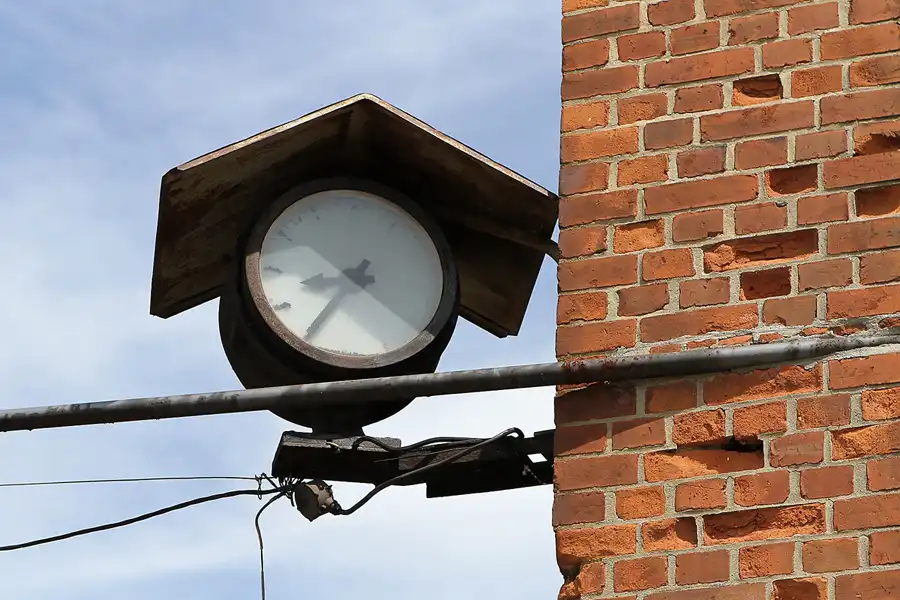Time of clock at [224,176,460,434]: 8:35
